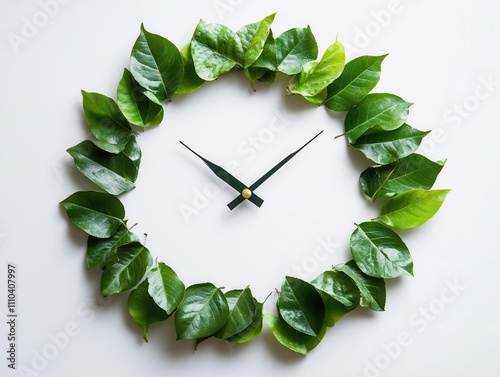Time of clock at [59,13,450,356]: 10:07
